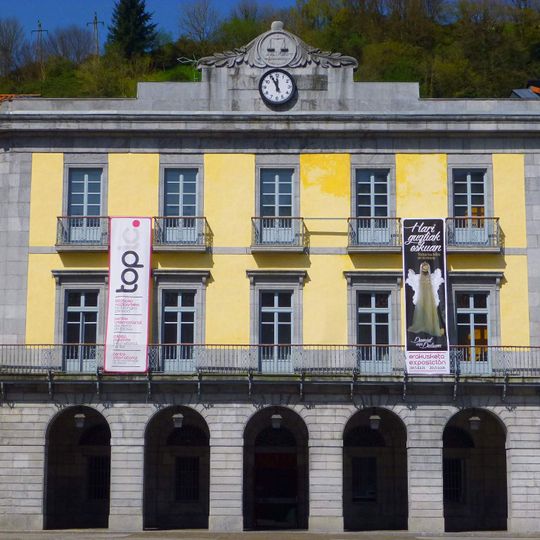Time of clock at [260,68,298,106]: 11:55
